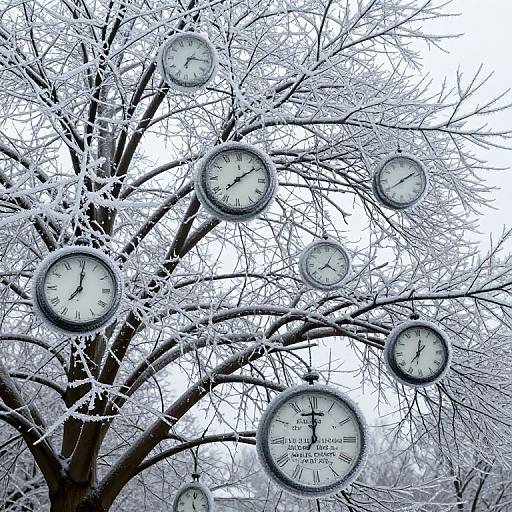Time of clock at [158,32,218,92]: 7:15
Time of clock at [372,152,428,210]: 1:39
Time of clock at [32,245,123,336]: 7:01
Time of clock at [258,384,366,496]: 11:59
